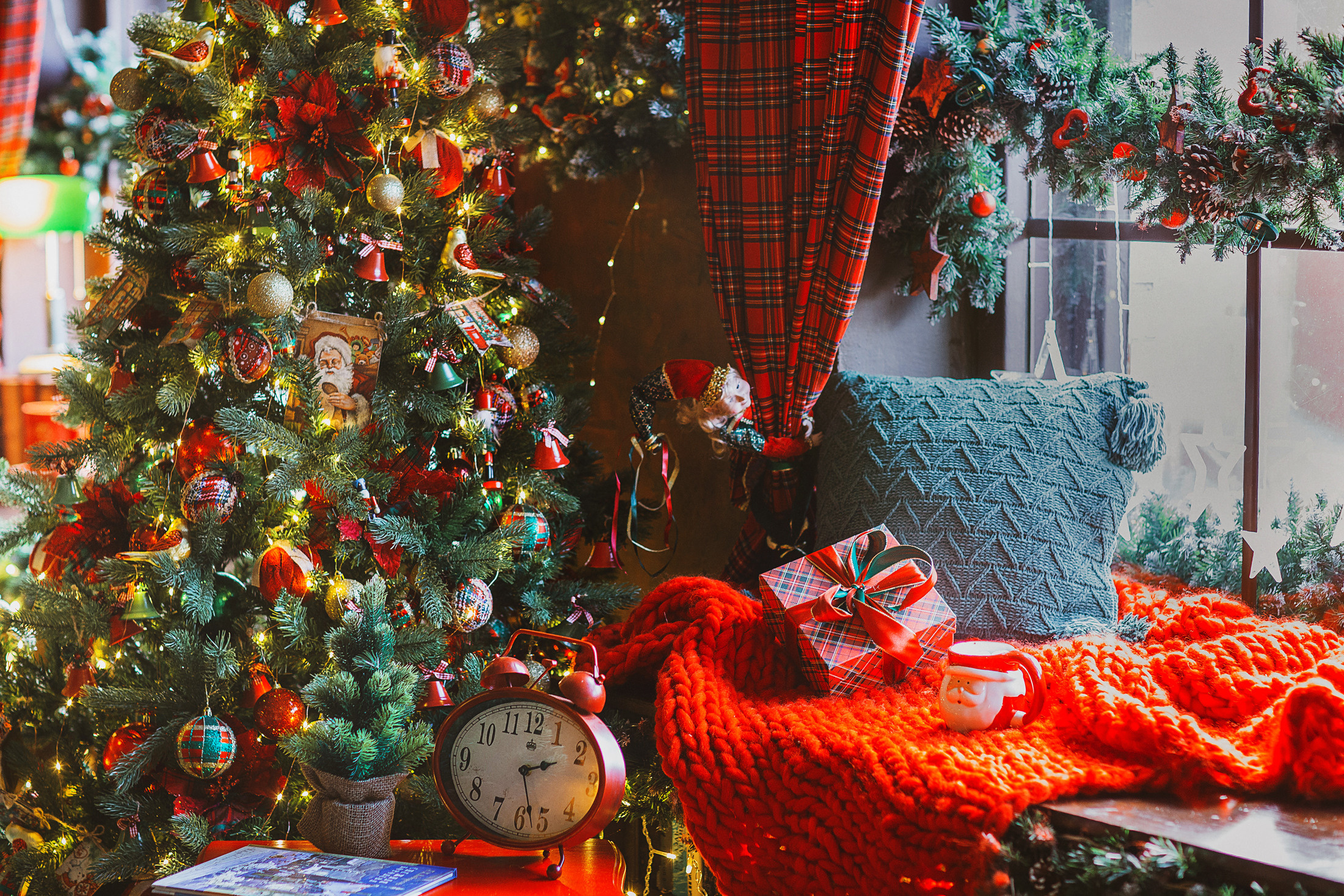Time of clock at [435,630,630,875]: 2:27
